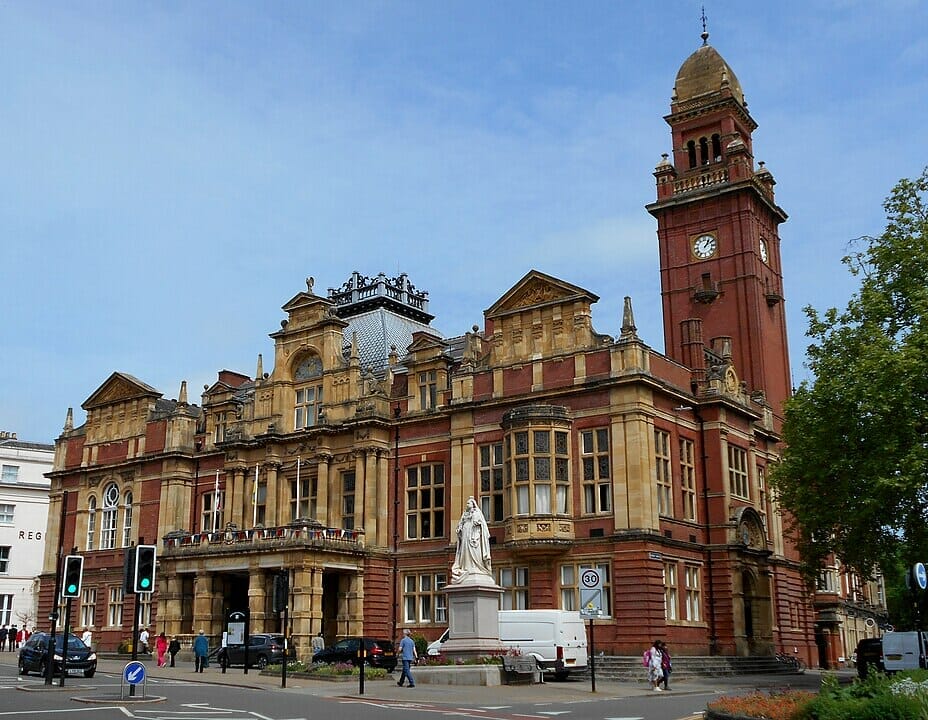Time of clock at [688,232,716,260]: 1:09
